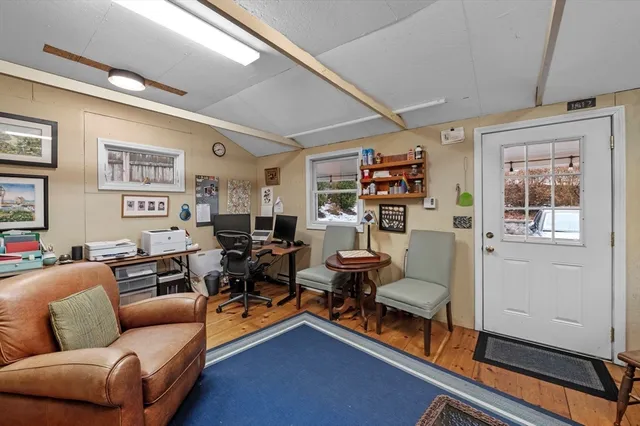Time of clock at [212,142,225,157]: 2:40
